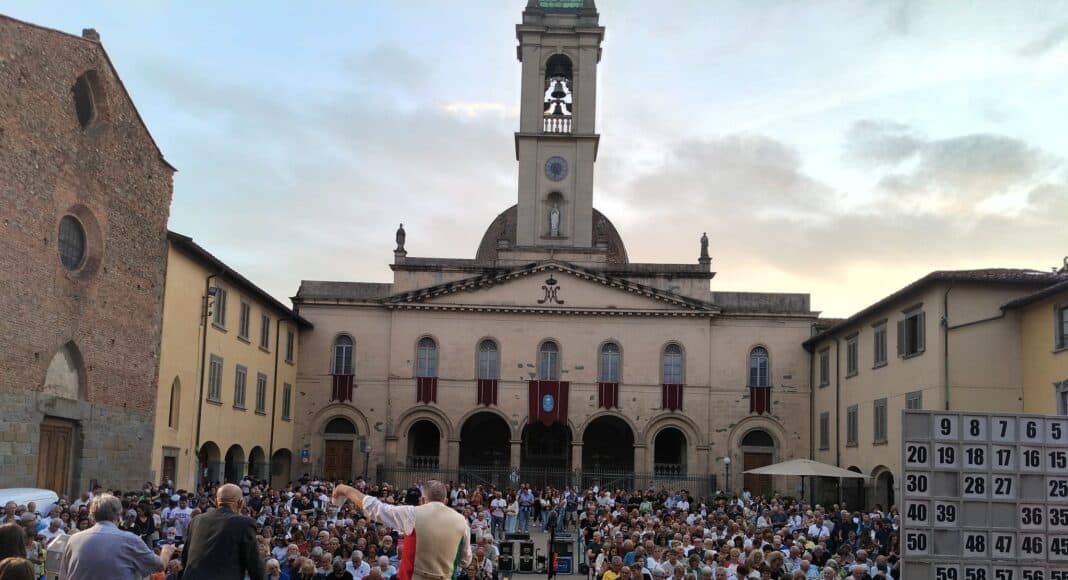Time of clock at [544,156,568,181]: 4:32
